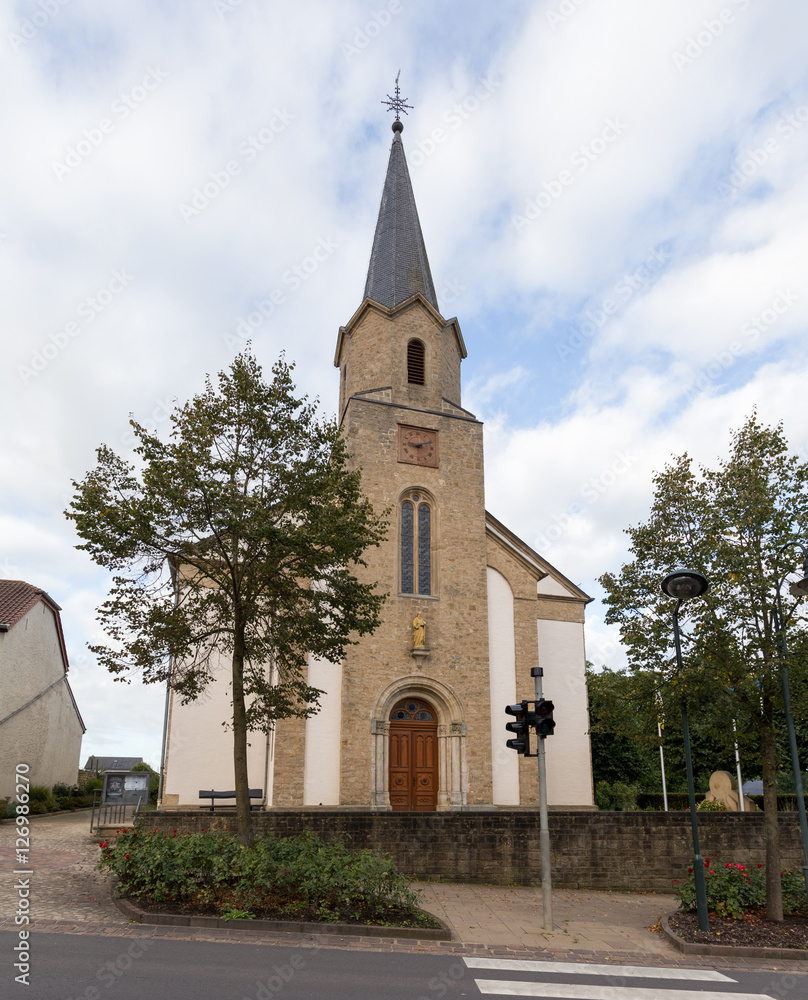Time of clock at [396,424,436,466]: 9:10
